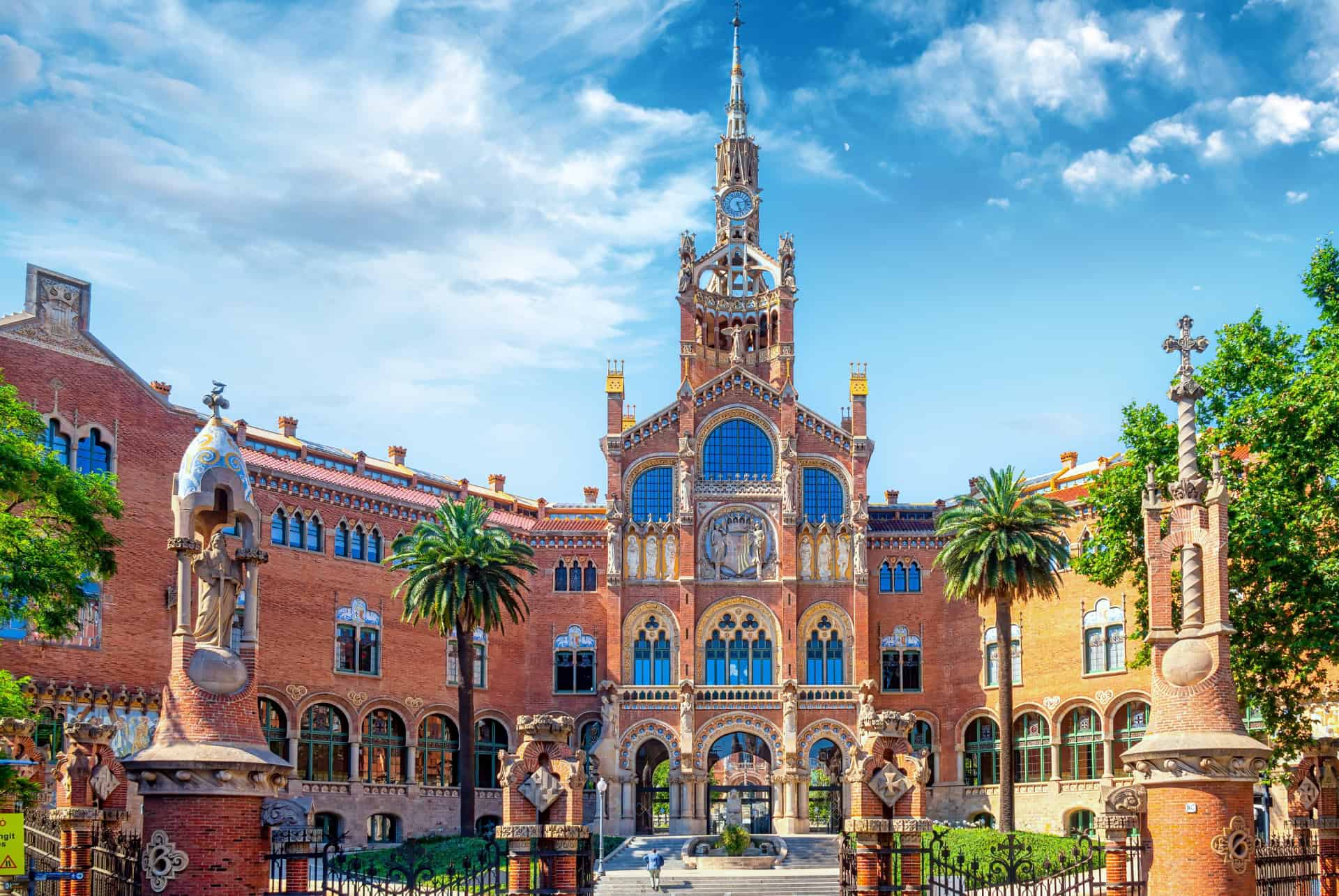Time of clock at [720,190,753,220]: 5:12
